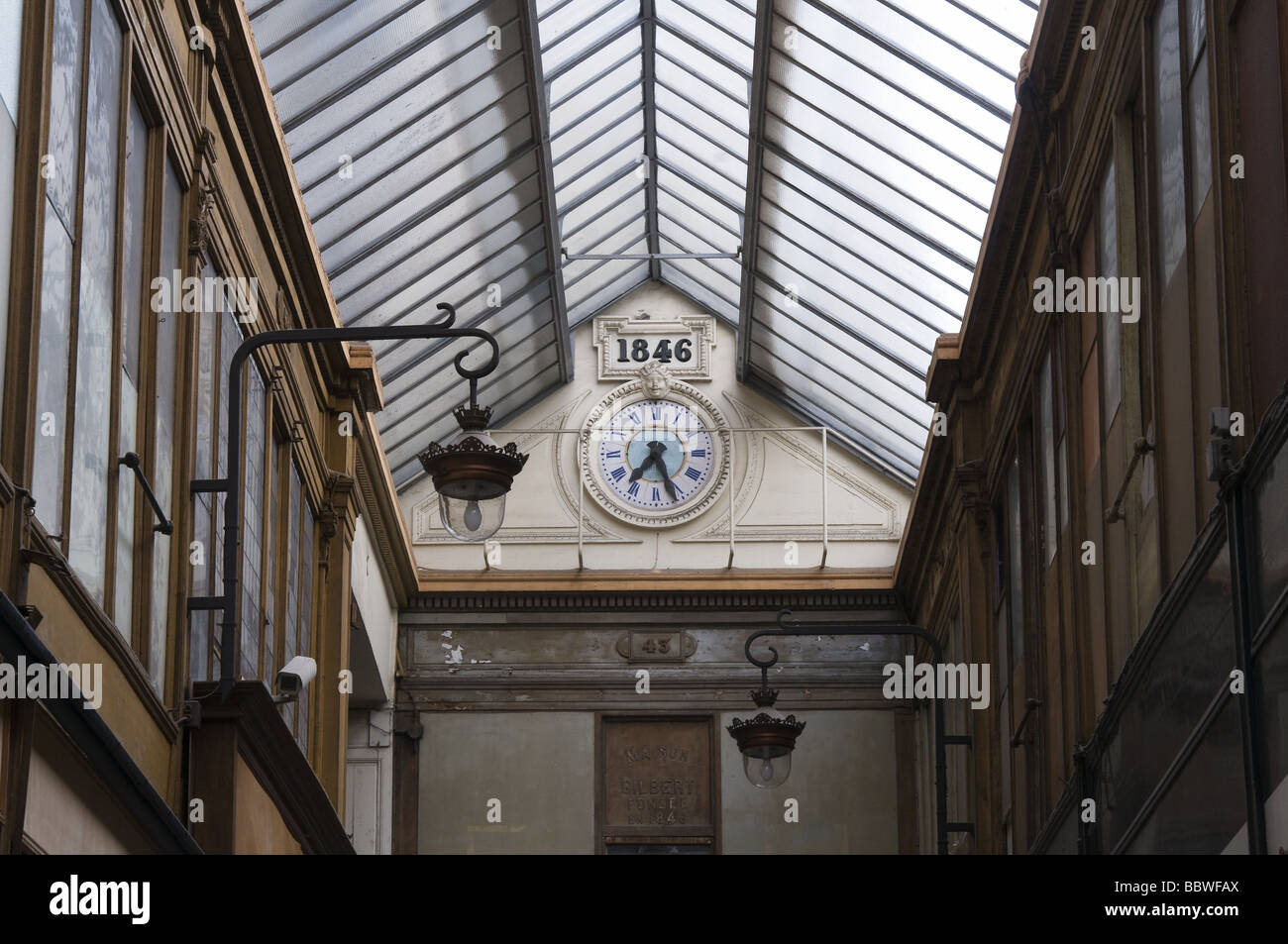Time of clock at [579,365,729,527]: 7:26
